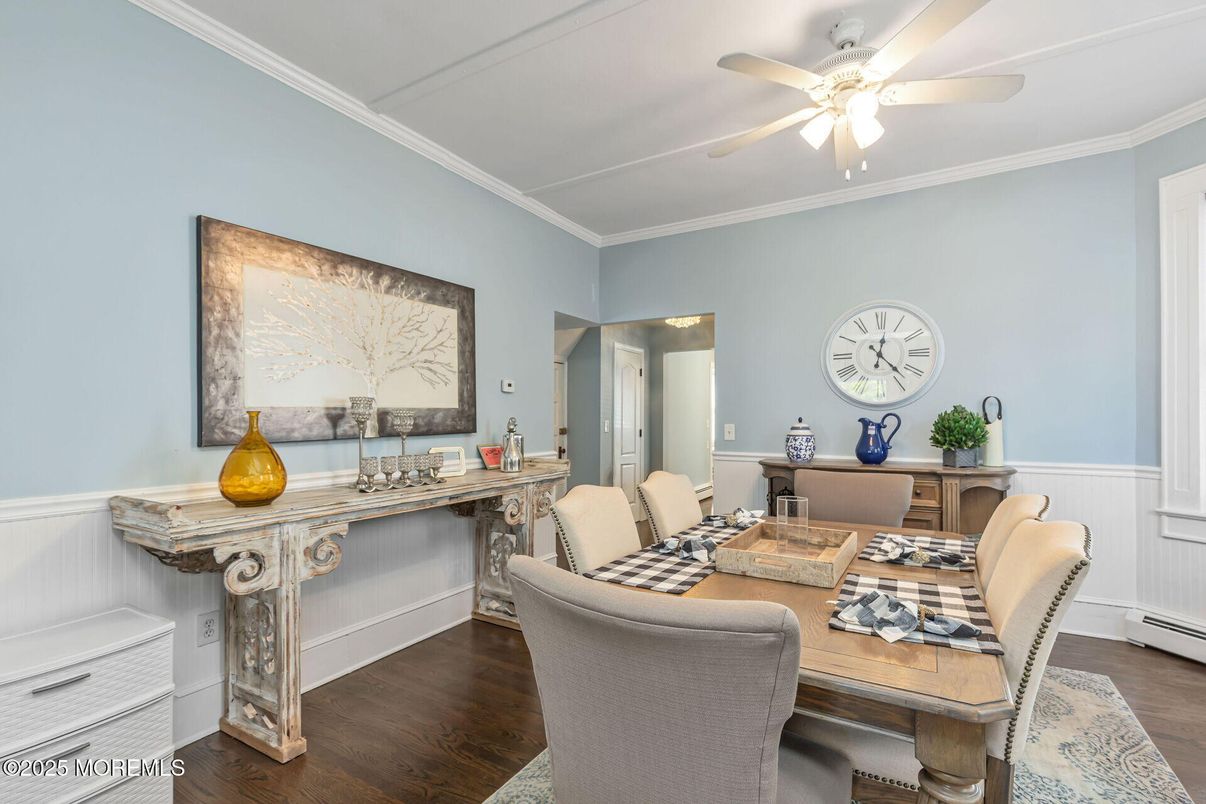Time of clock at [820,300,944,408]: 12:22
